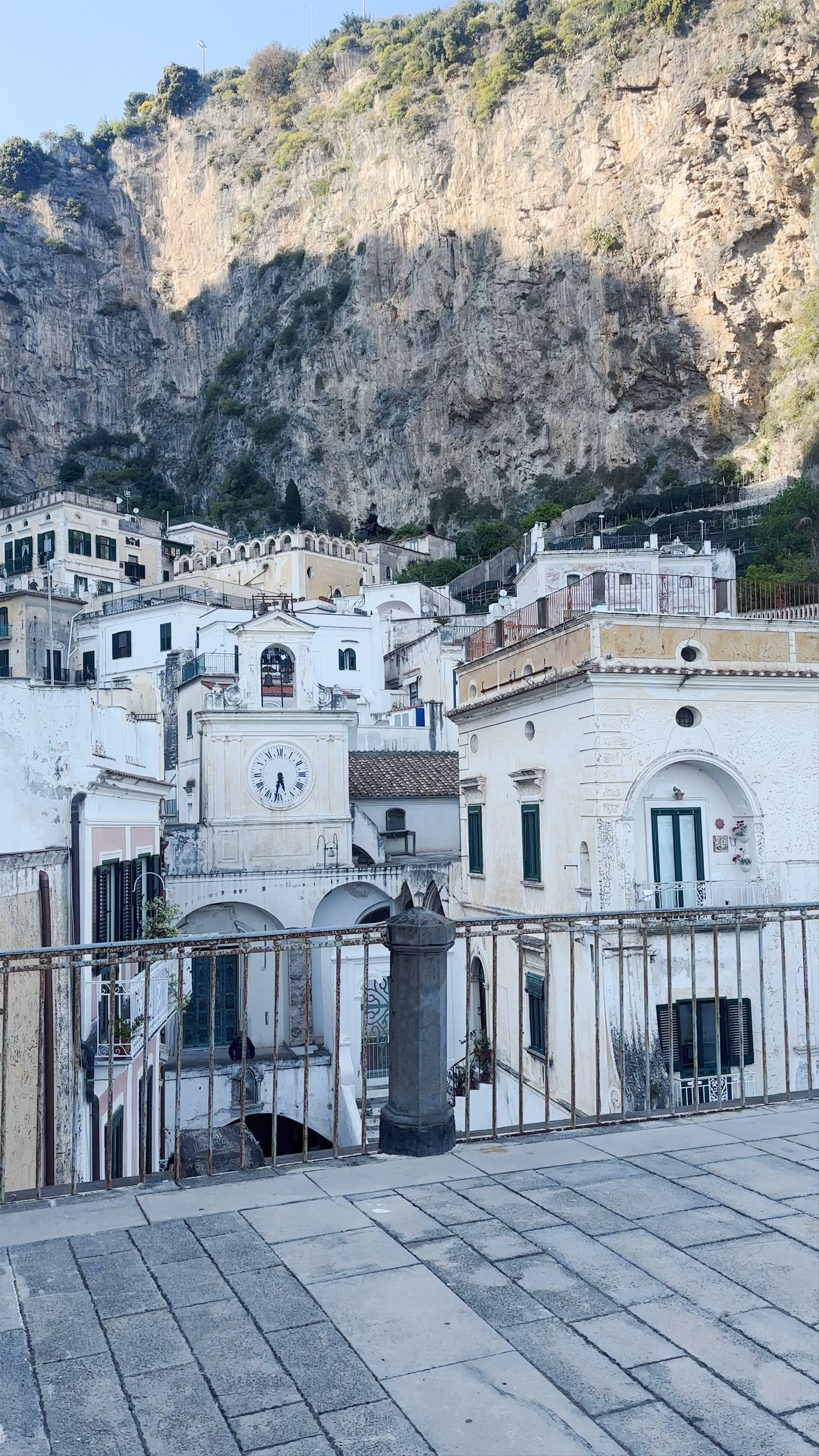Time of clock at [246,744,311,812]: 5:31
